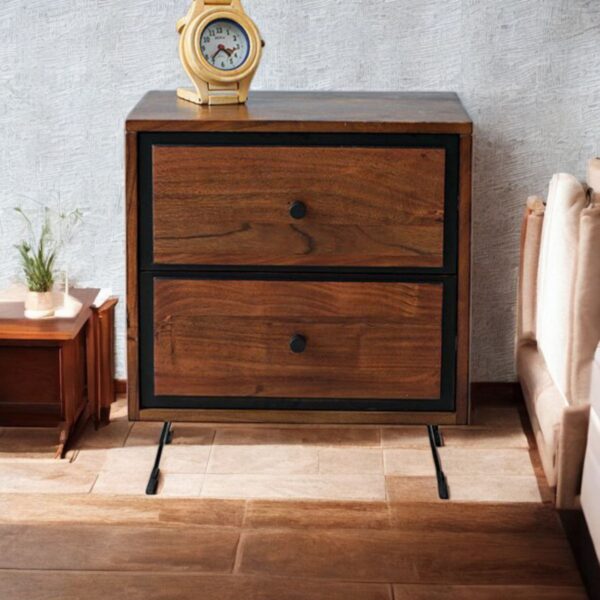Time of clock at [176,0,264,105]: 4:37
